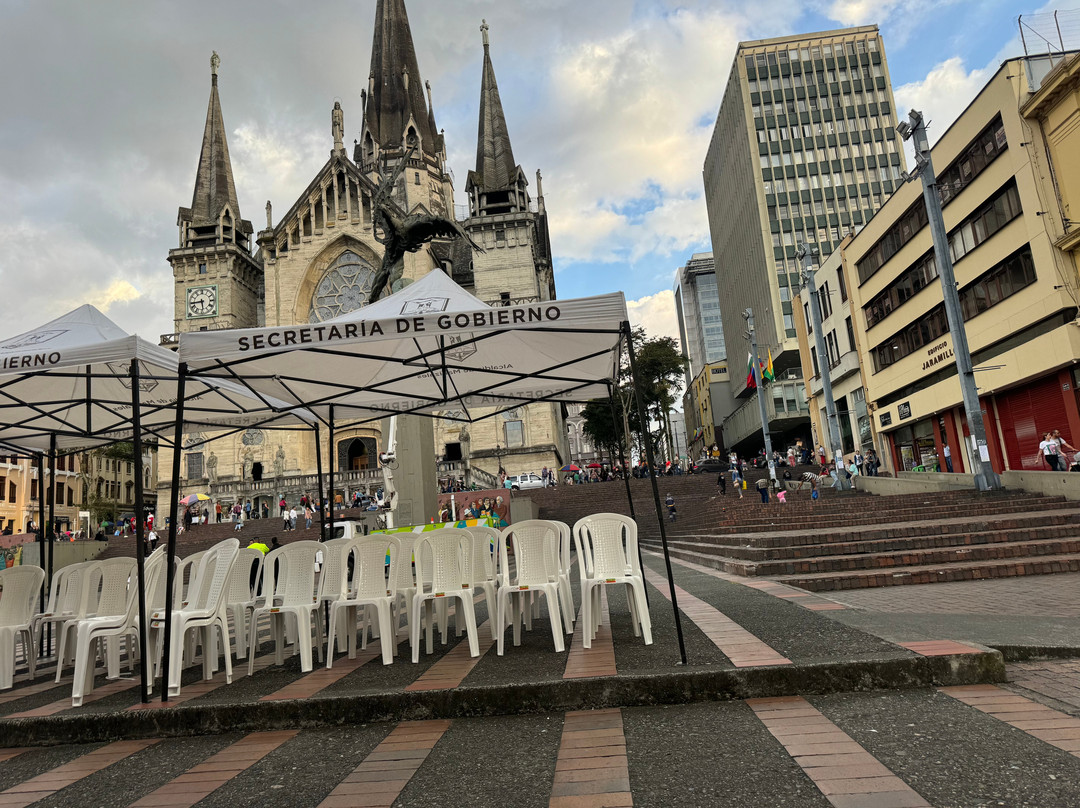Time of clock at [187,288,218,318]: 5:43
